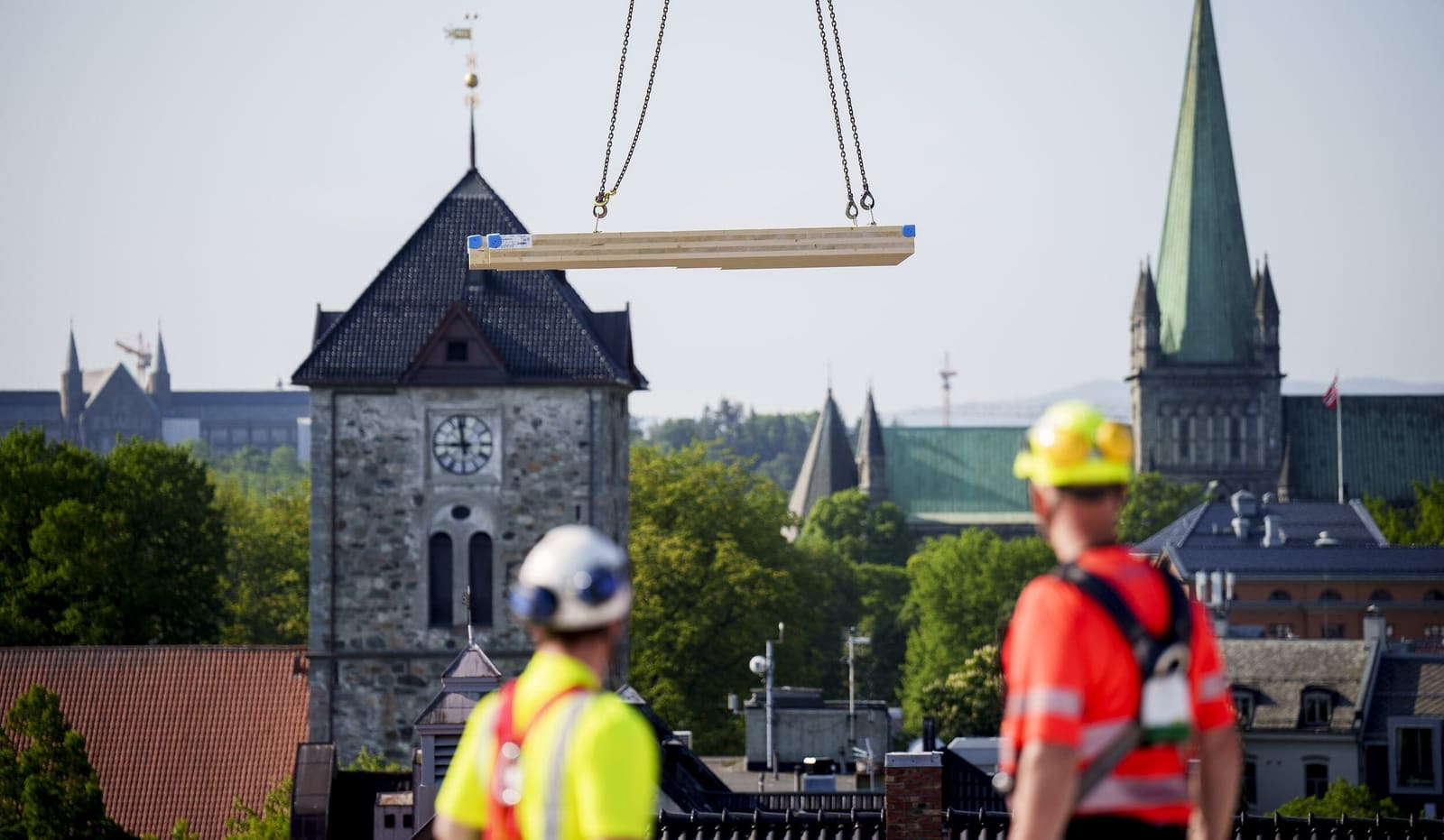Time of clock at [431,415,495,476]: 8:57
